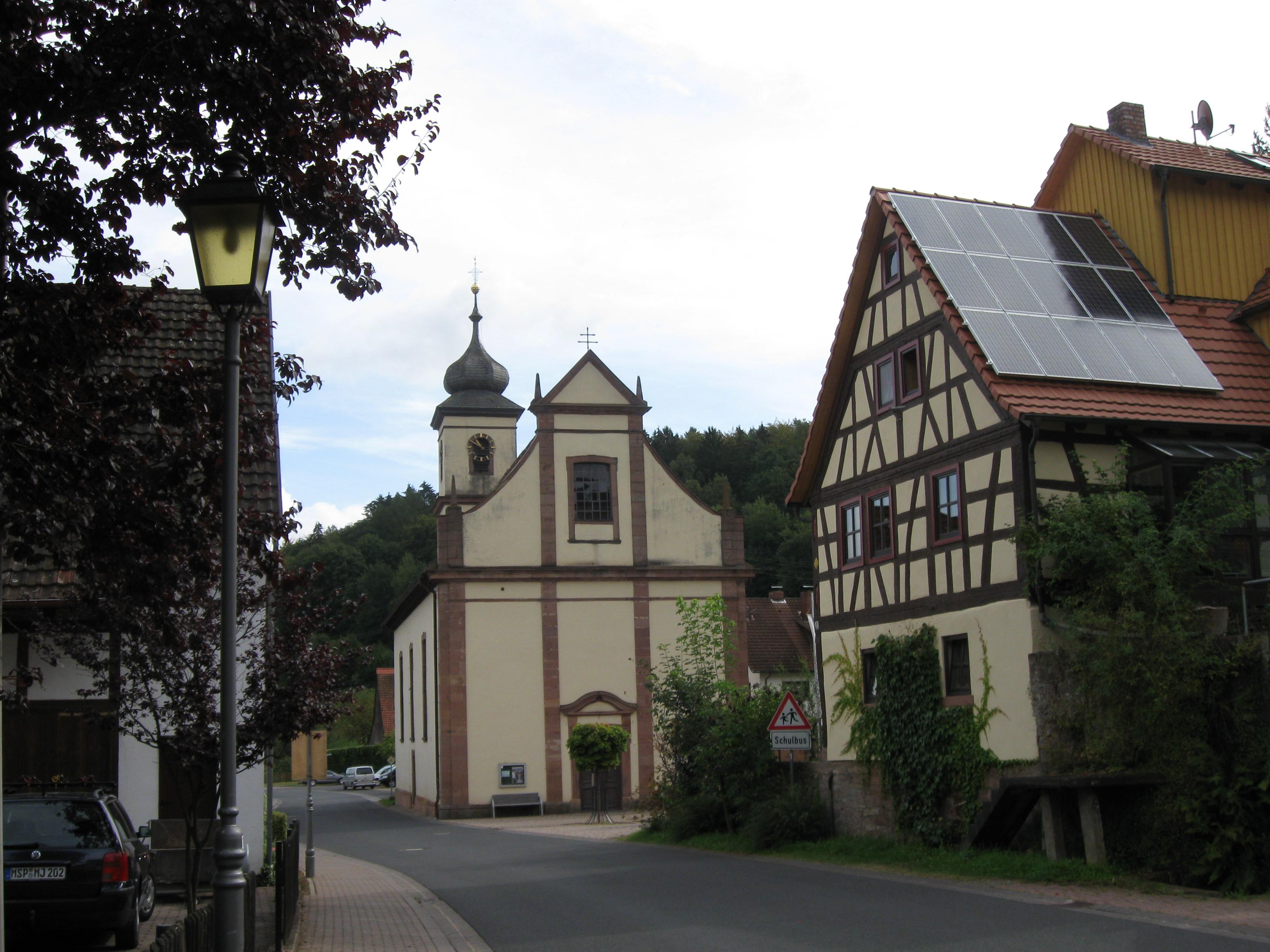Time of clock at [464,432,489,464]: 10:50
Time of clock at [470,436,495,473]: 10:50
